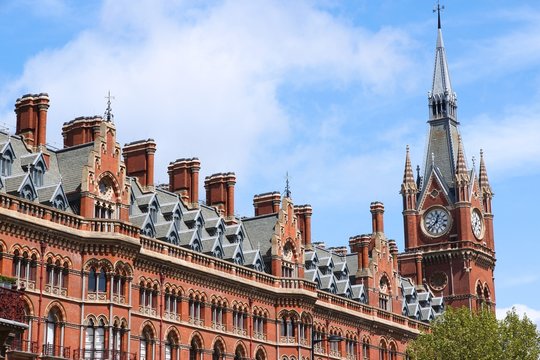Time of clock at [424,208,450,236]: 12:37
